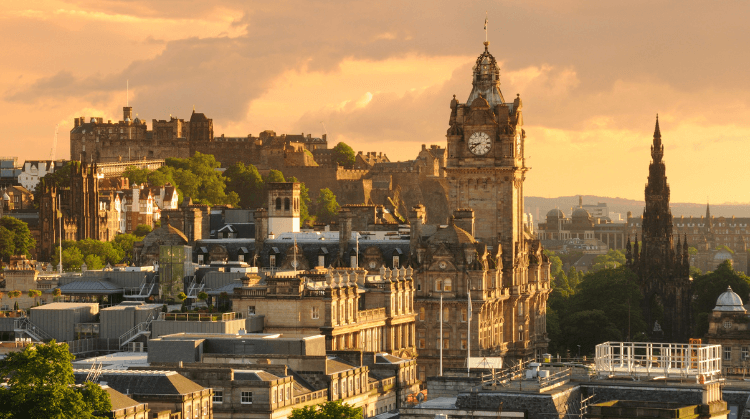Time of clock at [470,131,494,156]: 8:39
